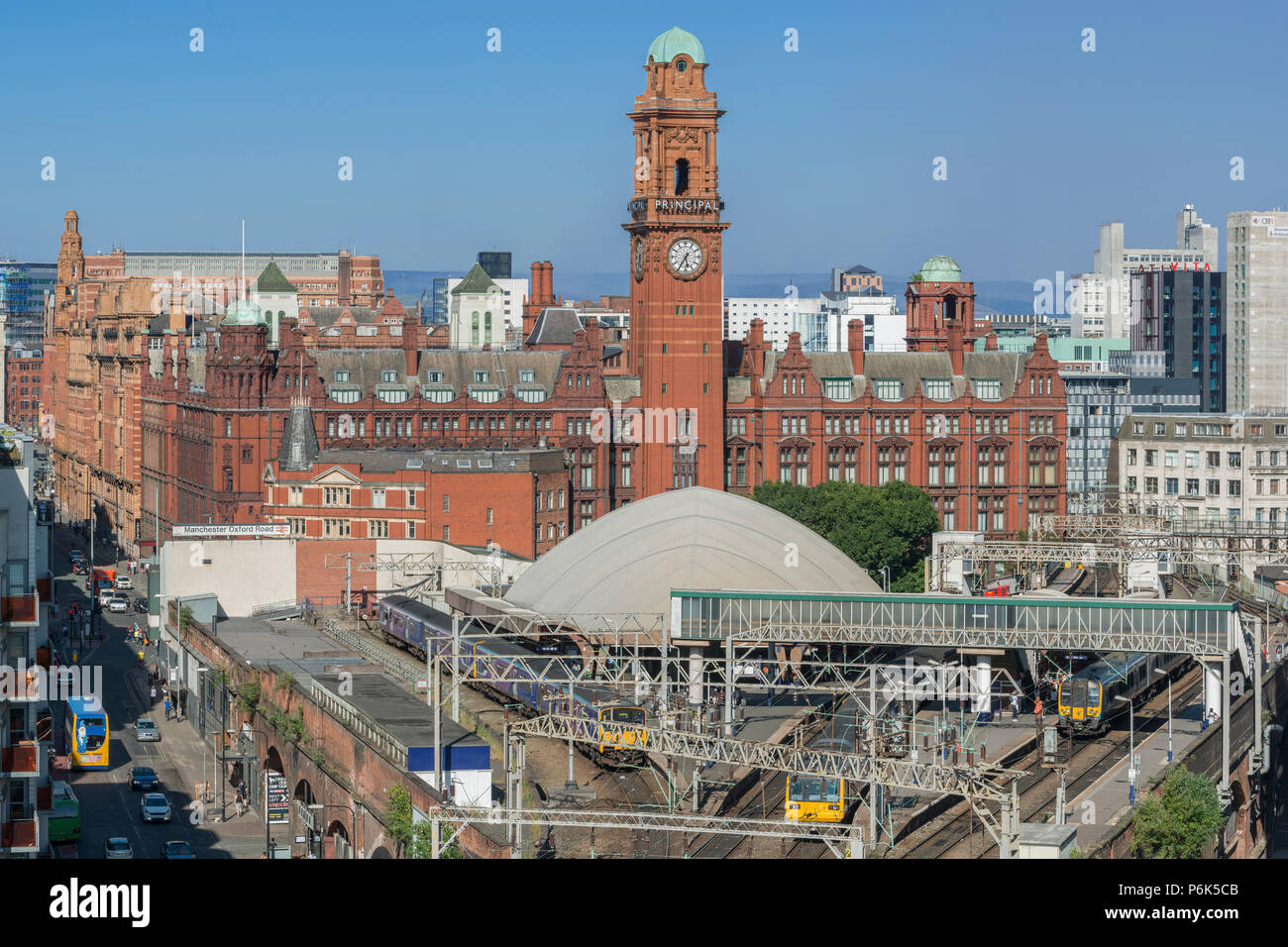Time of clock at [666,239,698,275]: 5:35
